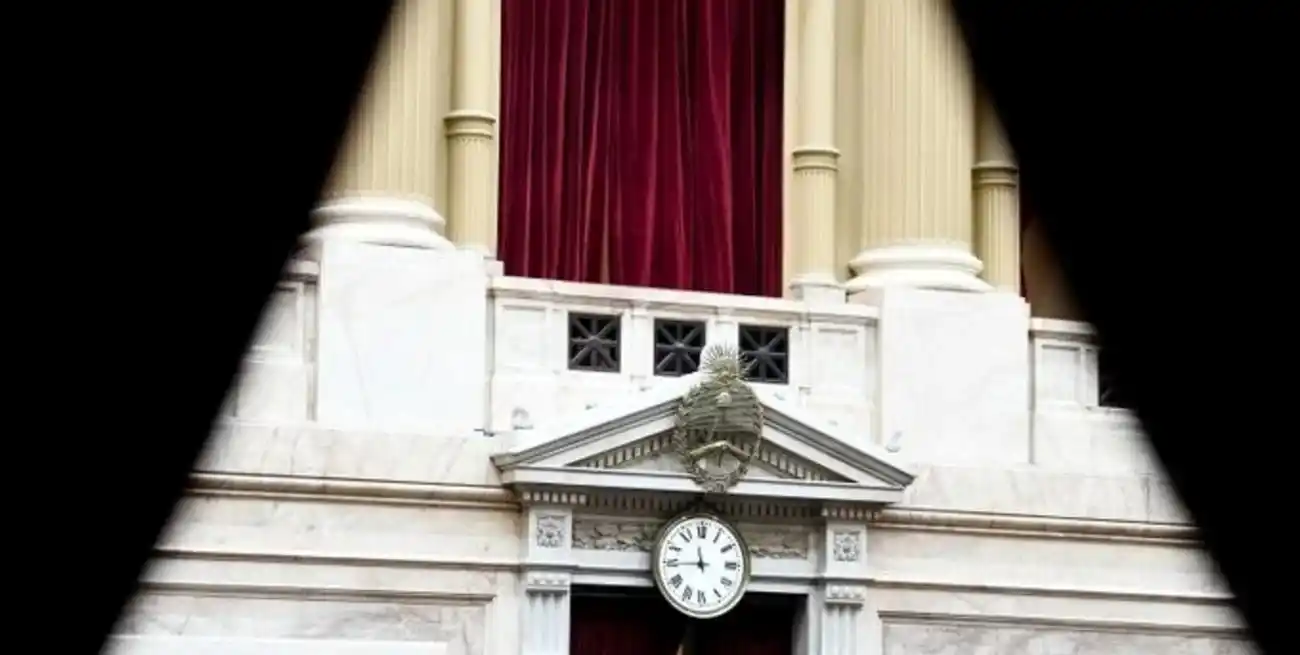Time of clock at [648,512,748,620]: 11:44
